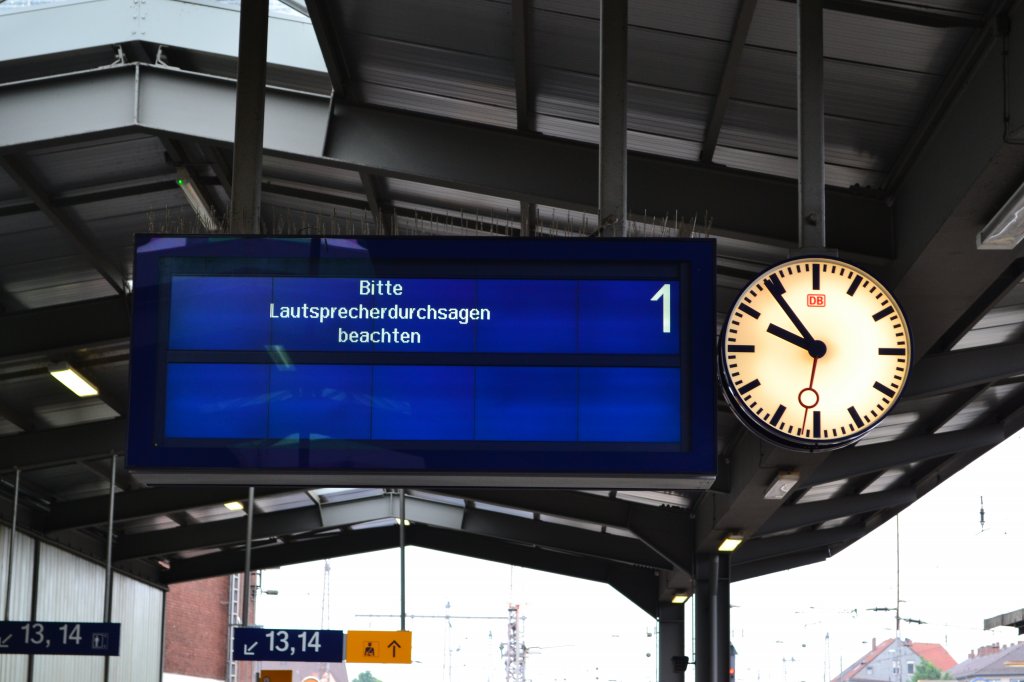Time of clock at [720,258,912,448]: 9:54
